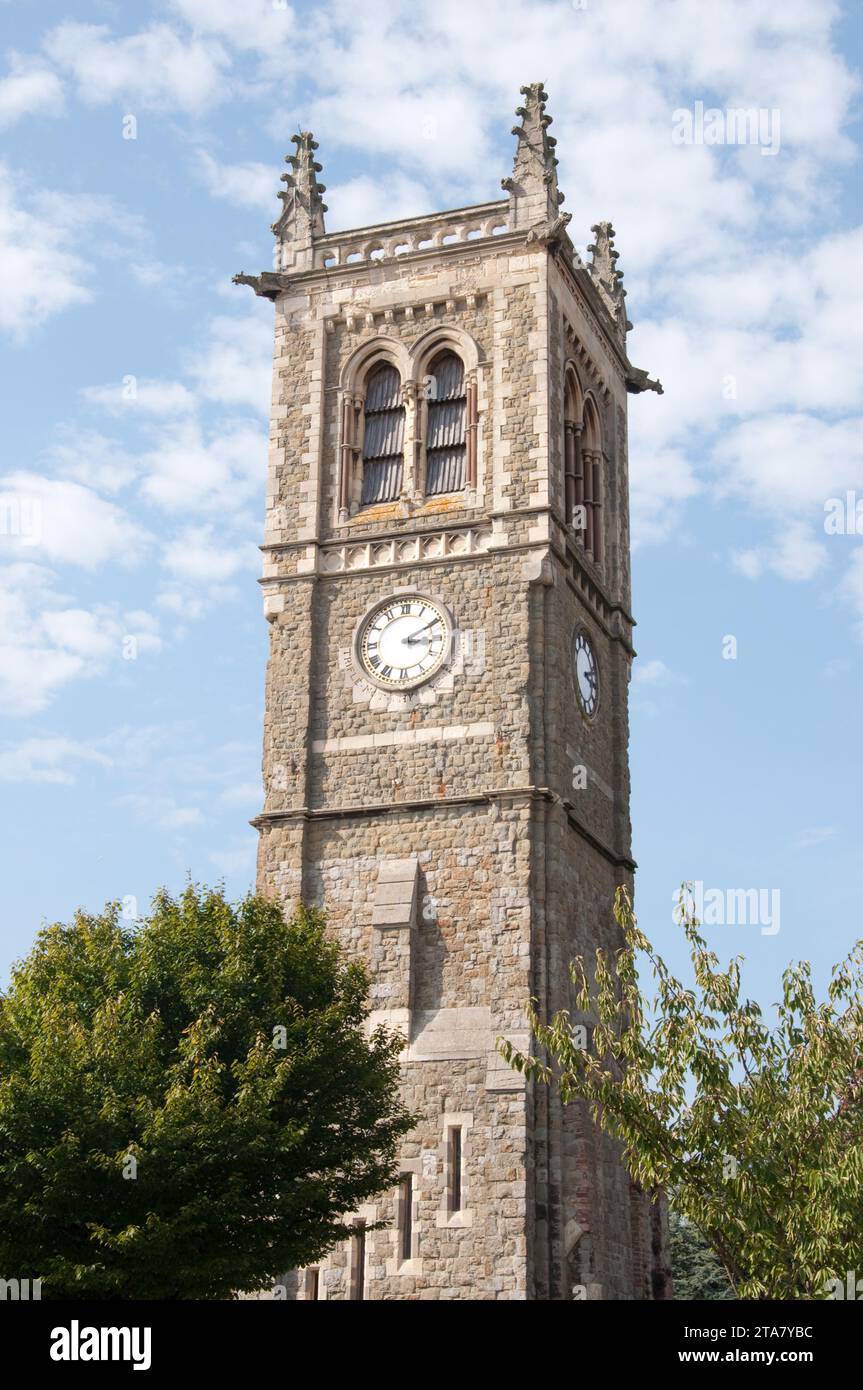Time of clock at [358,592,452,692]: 3:10
